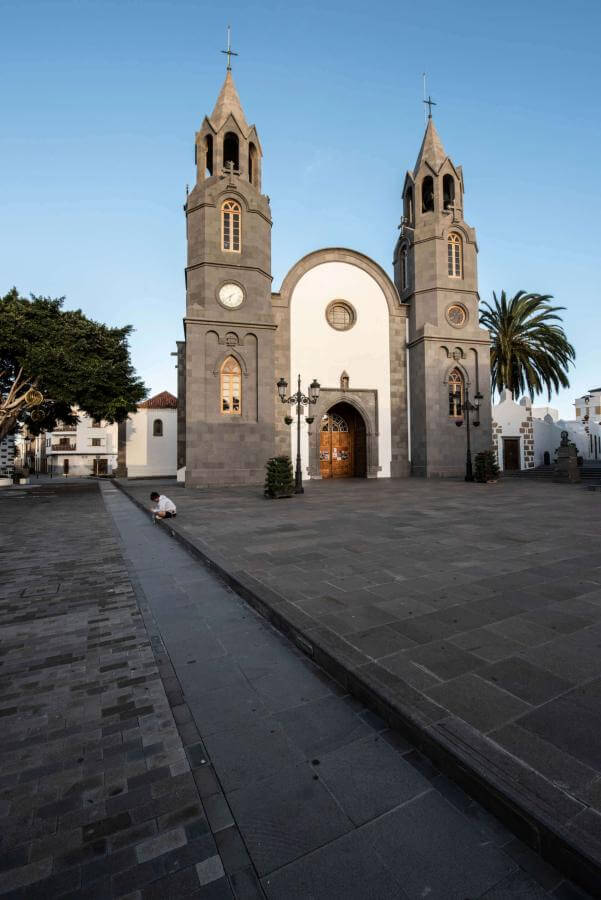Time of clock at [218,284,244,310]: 6:38
